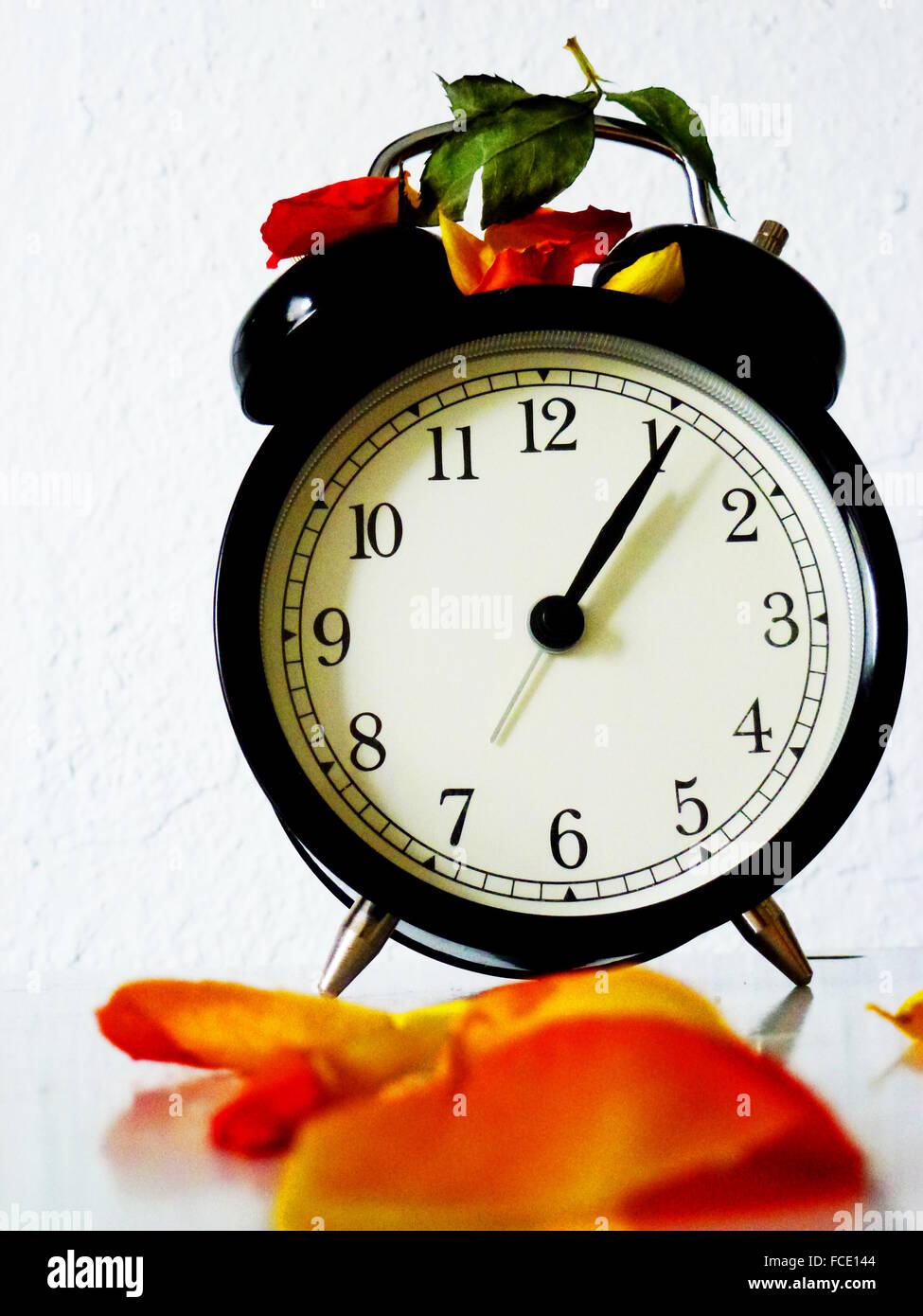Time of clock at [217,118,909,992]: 1:05
